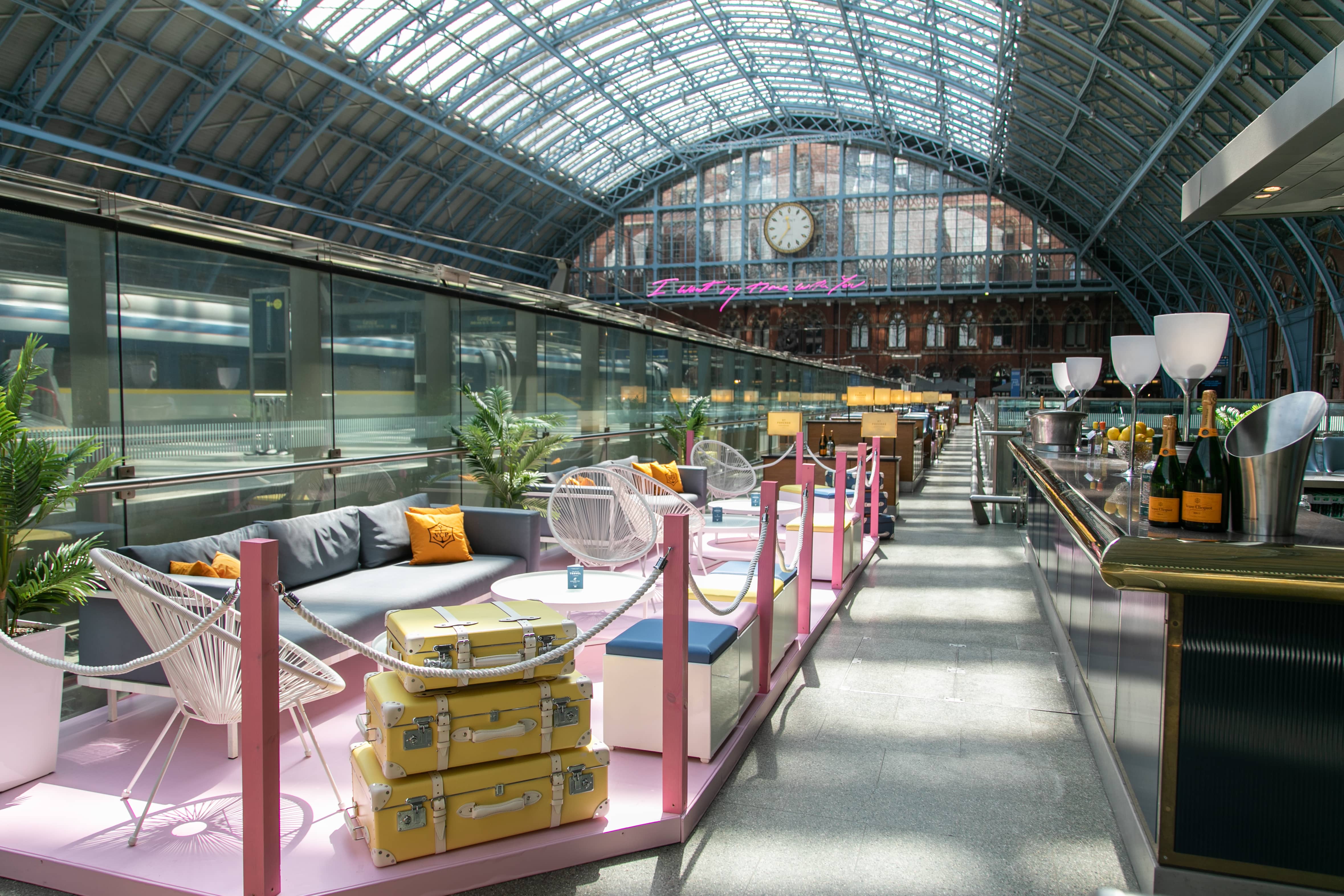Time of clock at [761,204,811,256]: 11:35
